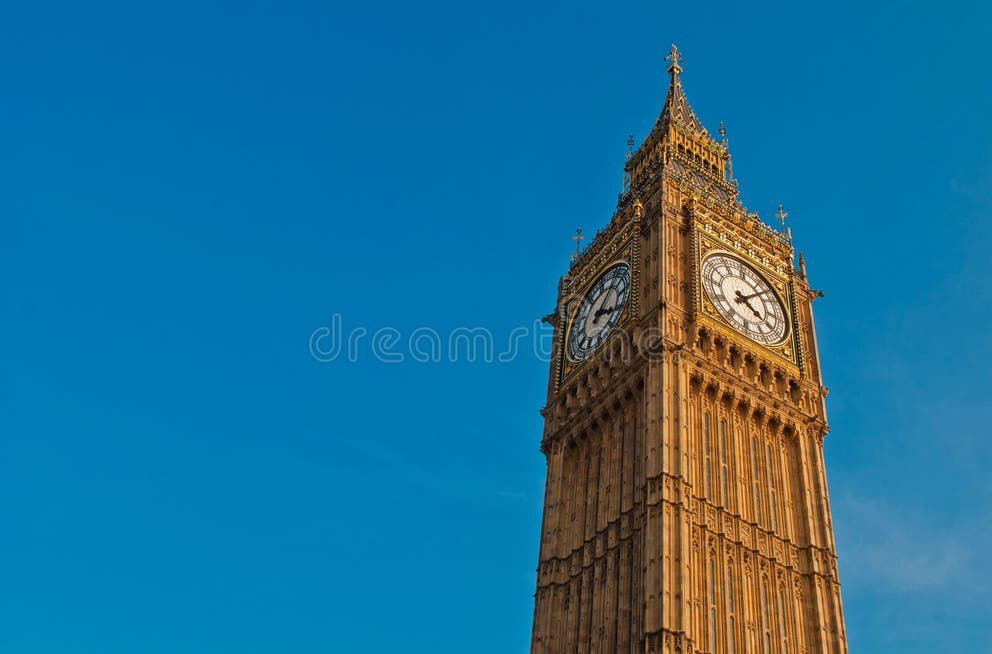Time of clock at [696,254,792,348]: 4:07
